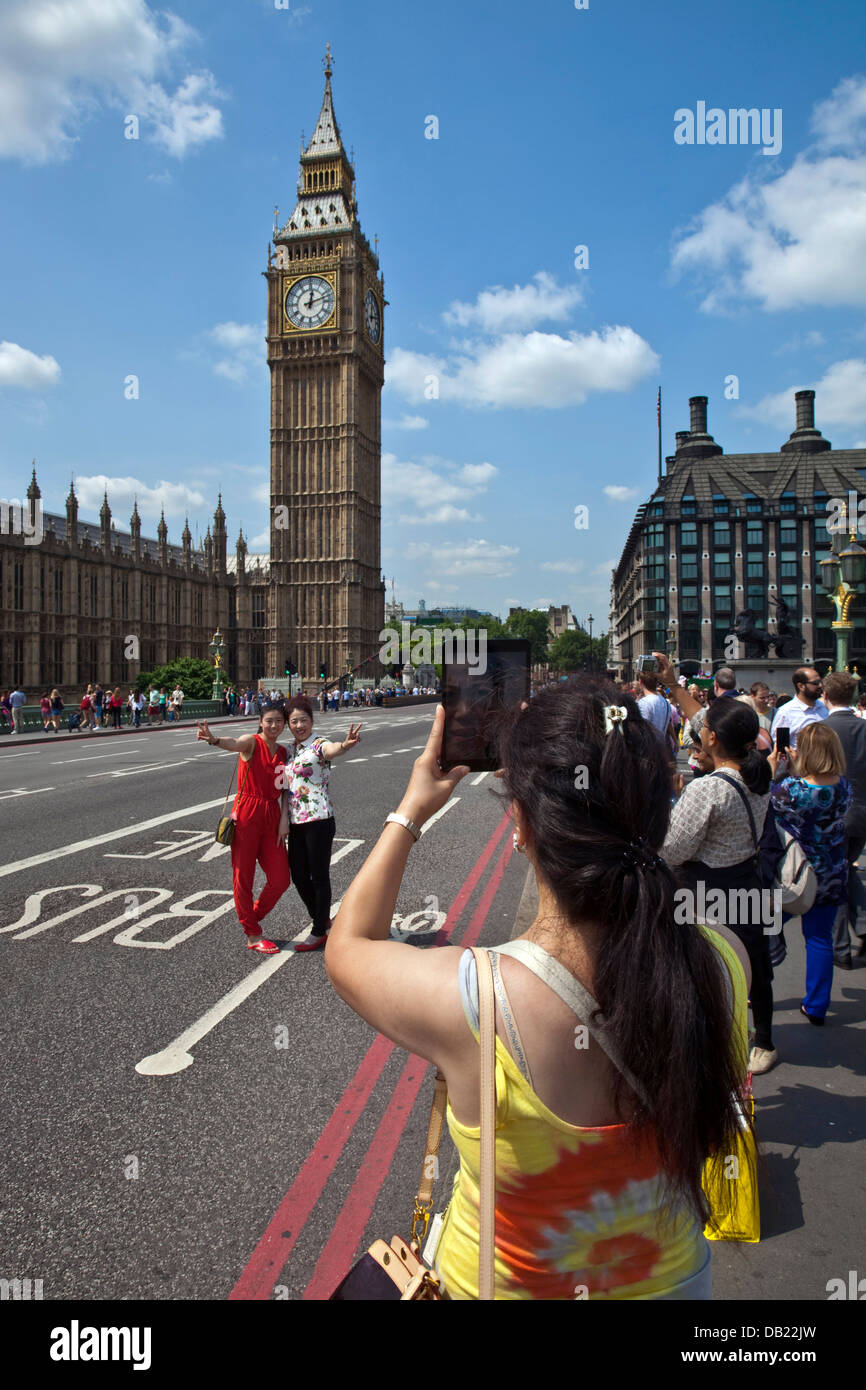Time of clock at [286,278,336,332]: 12:12
